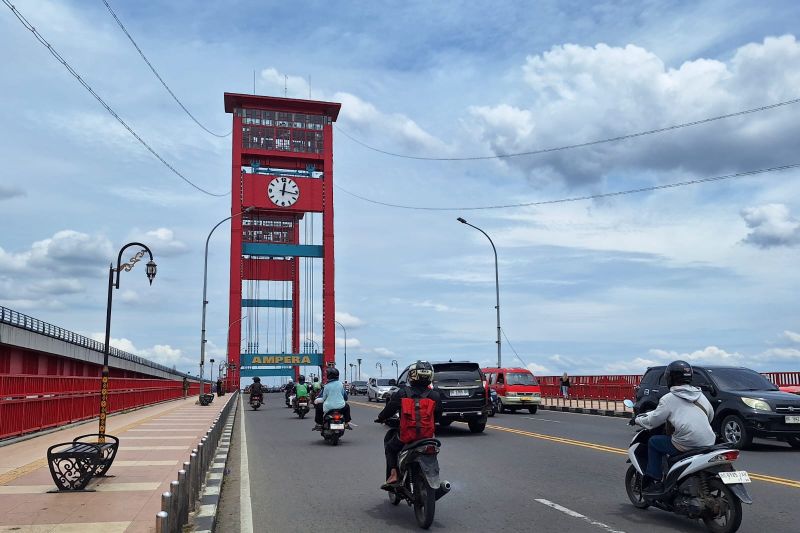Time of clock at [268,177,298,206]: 12:16
